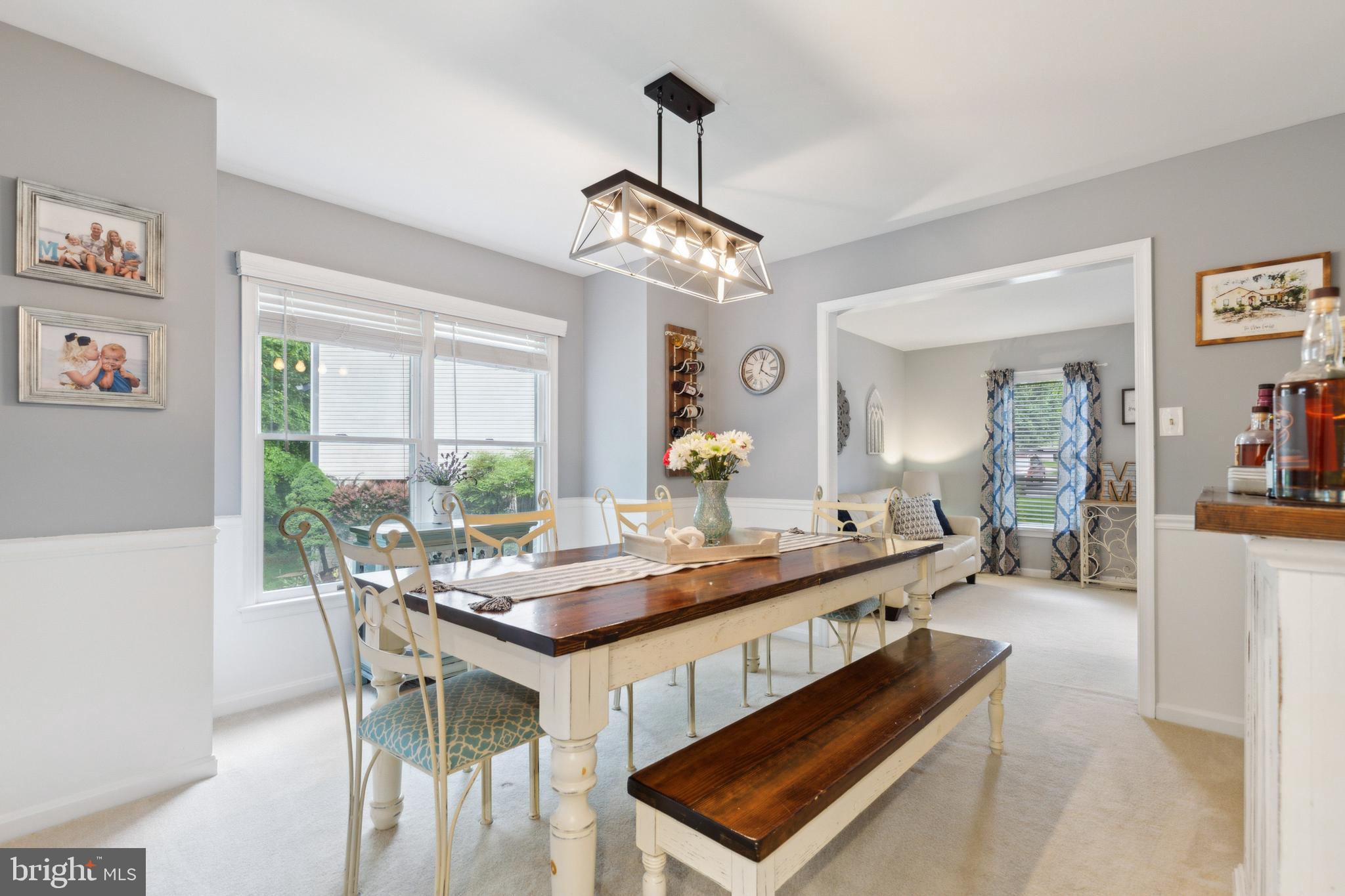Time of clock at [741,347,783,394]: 4:03
